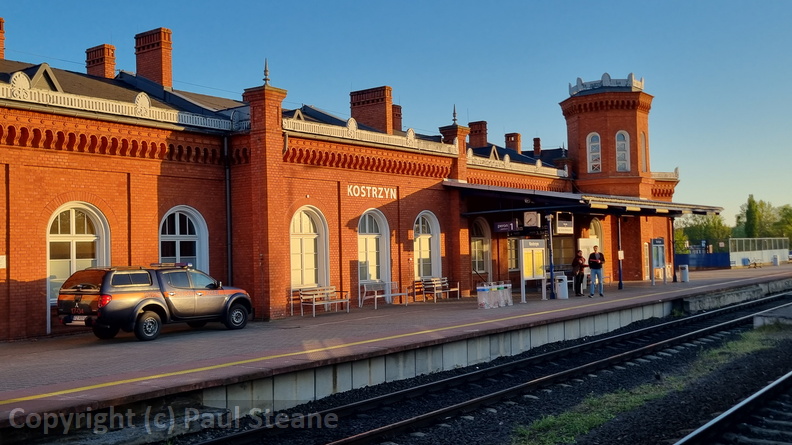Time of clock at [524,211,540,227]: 7:37
